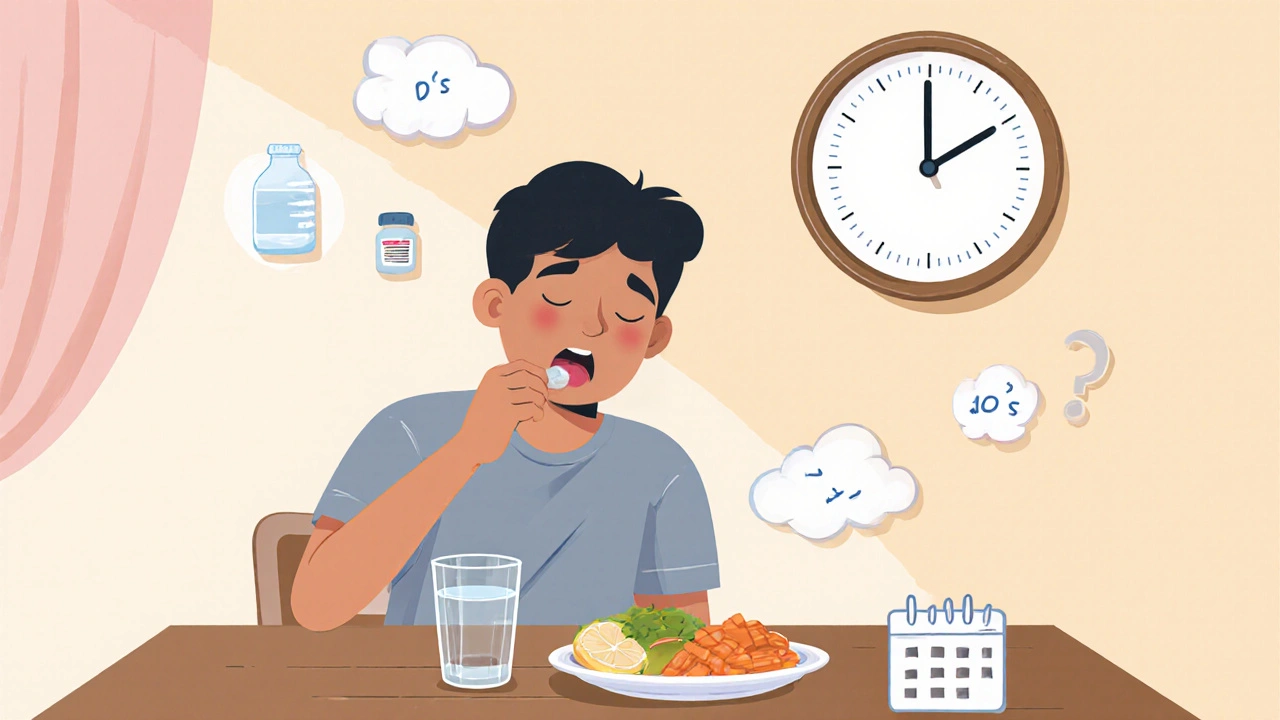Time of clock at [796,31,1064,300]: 1:59
